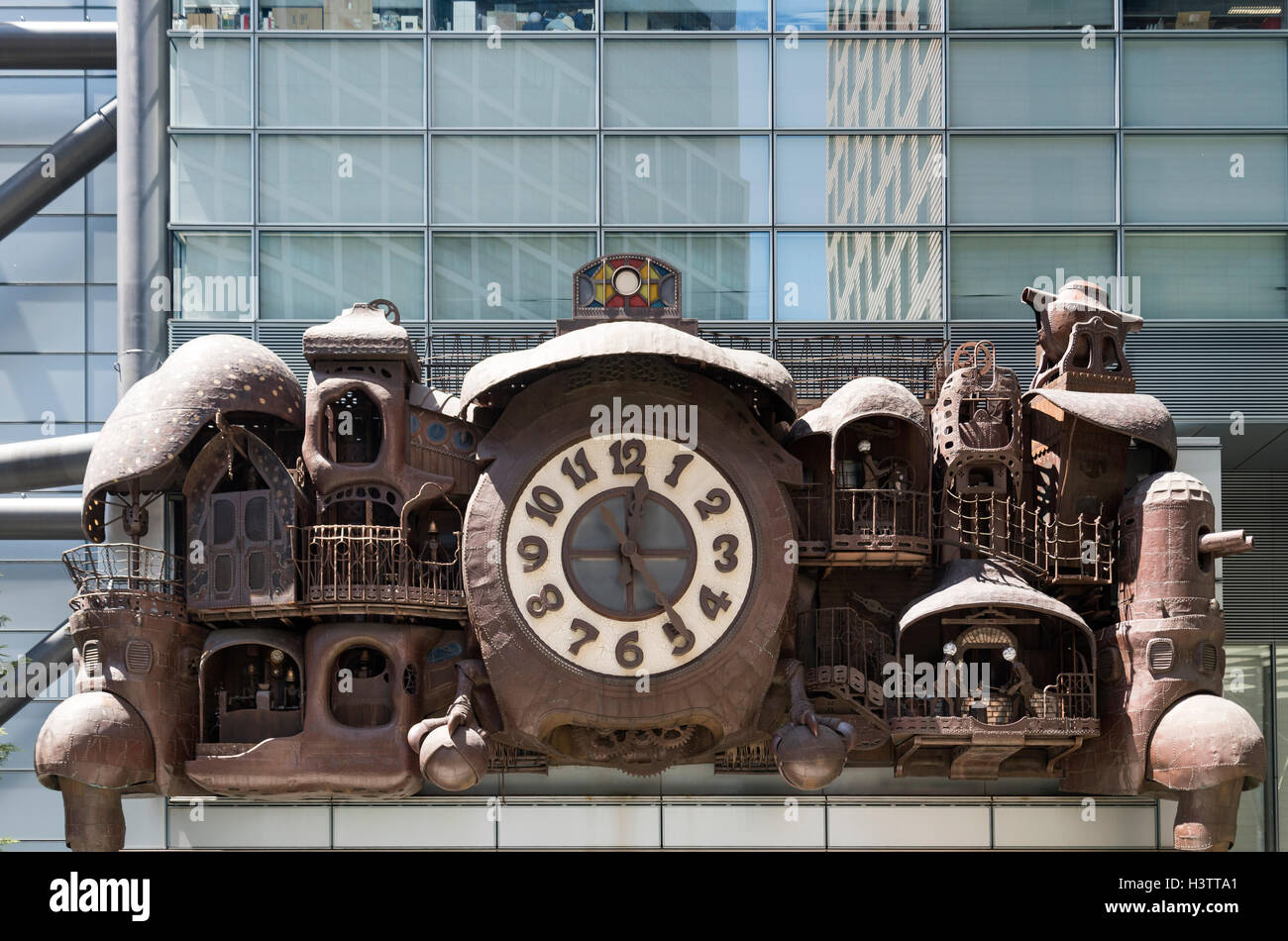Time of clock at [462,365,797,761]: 12:24
